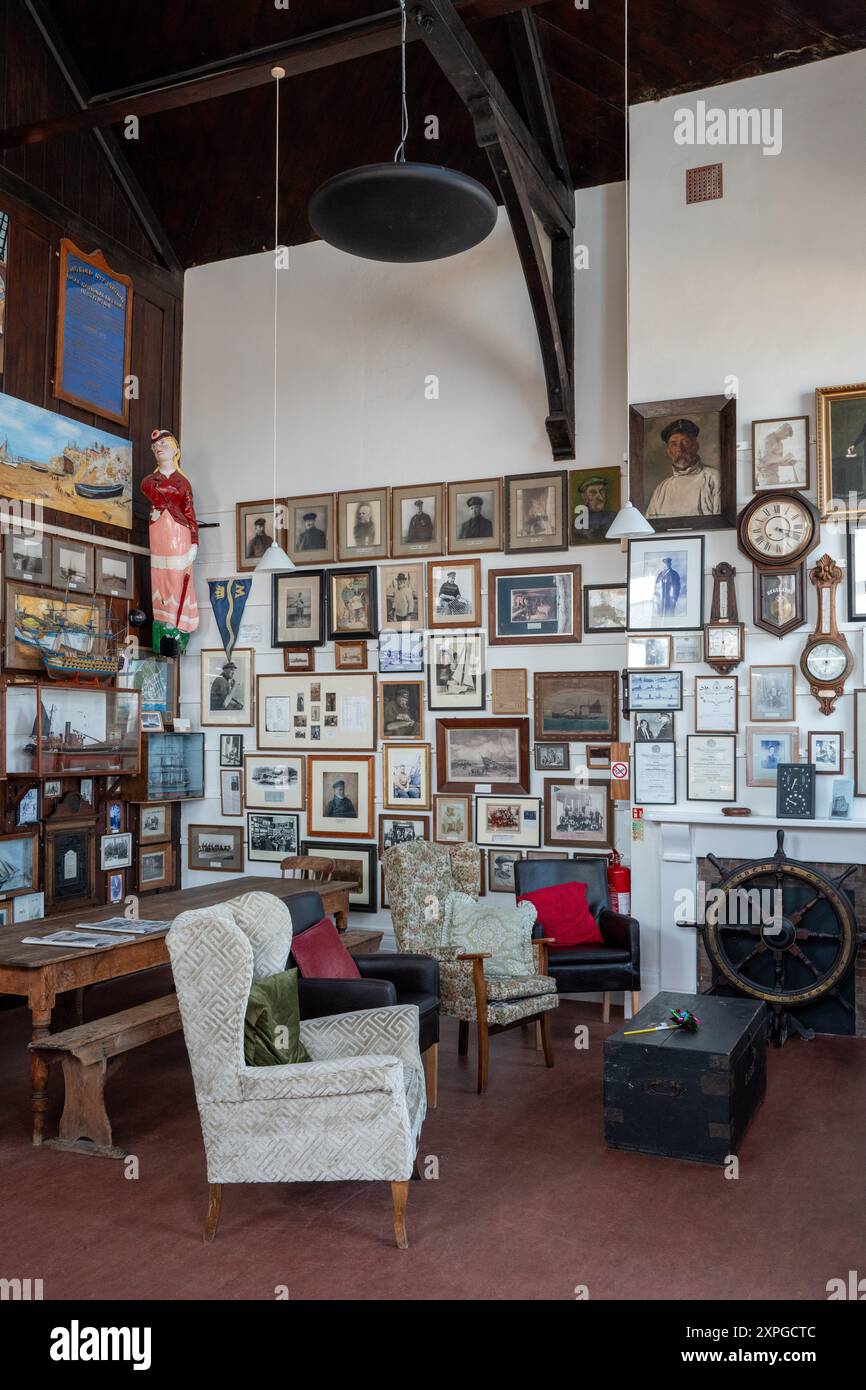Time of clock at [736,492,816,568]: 4:17
